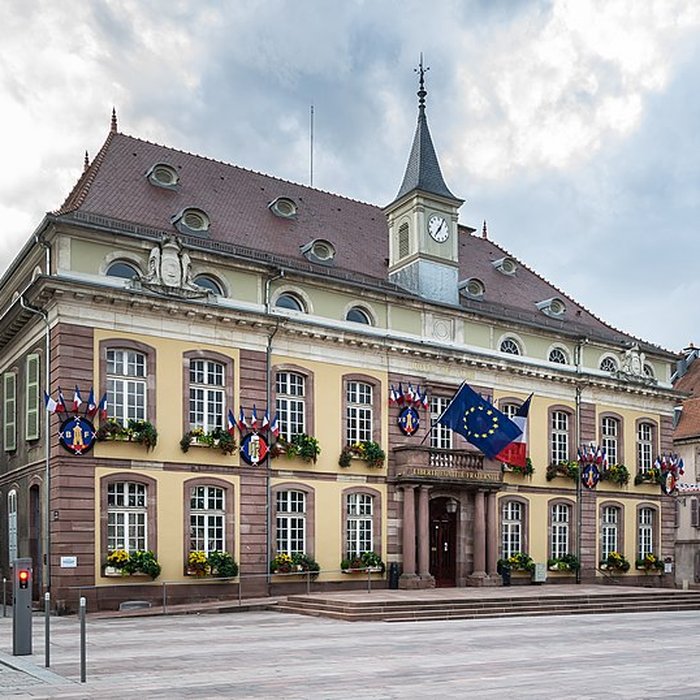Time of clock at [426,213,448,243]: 7:04
